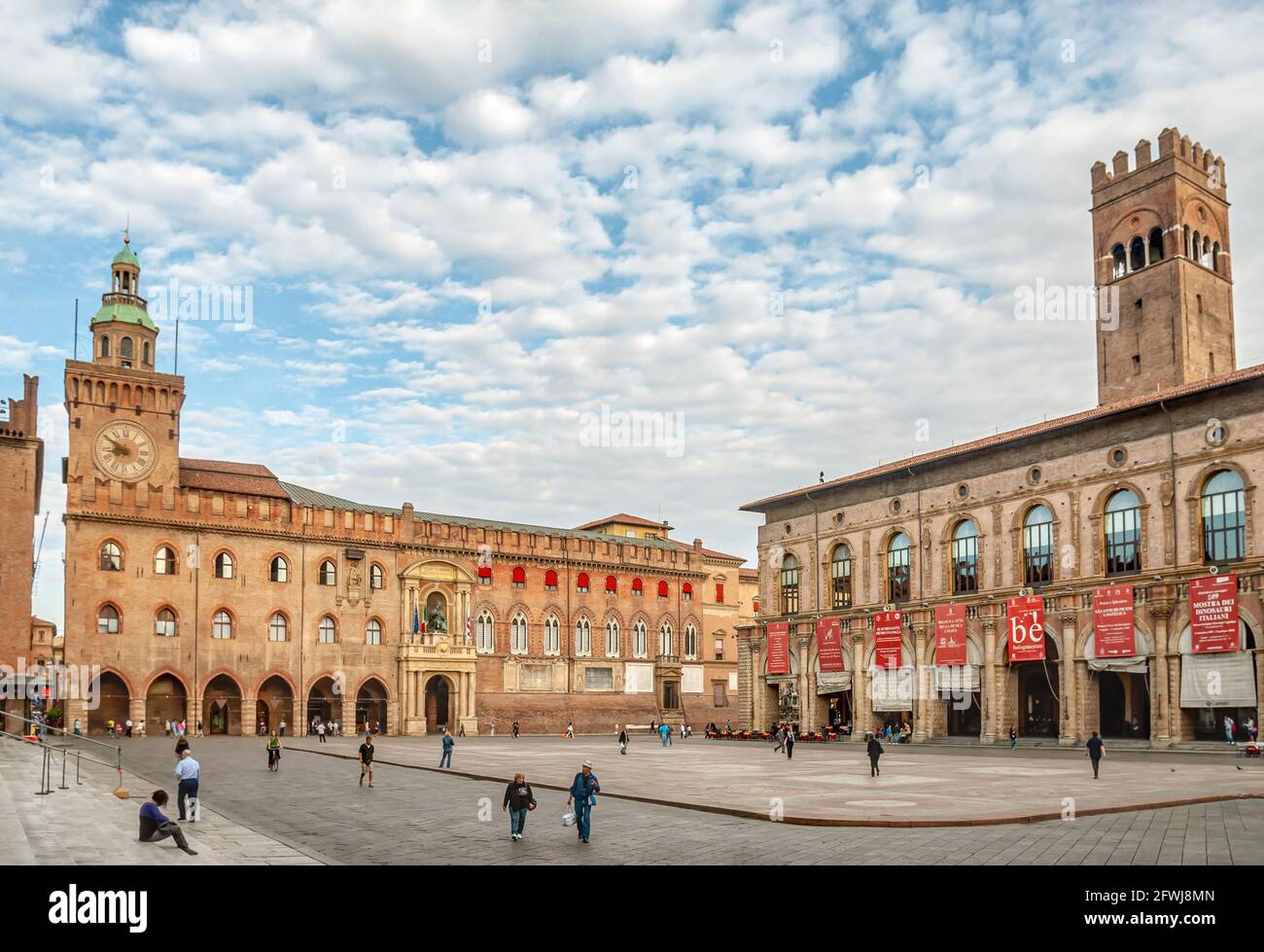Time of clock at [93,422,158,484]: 8:50
